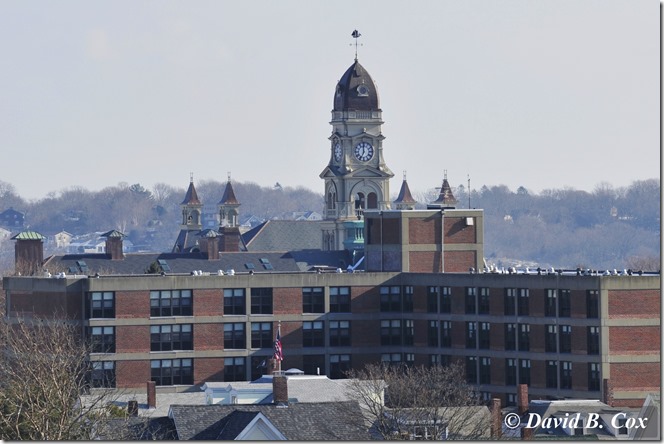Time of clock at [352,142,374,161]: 6:59
